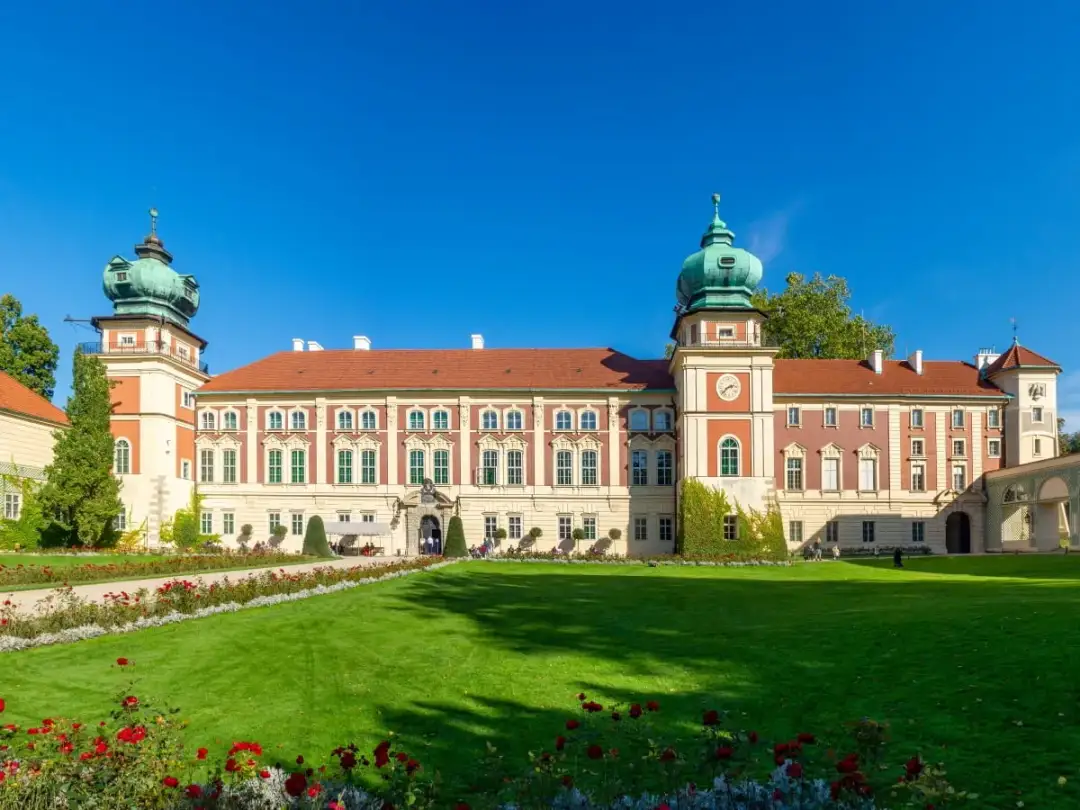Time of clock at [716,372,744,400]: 2:38
